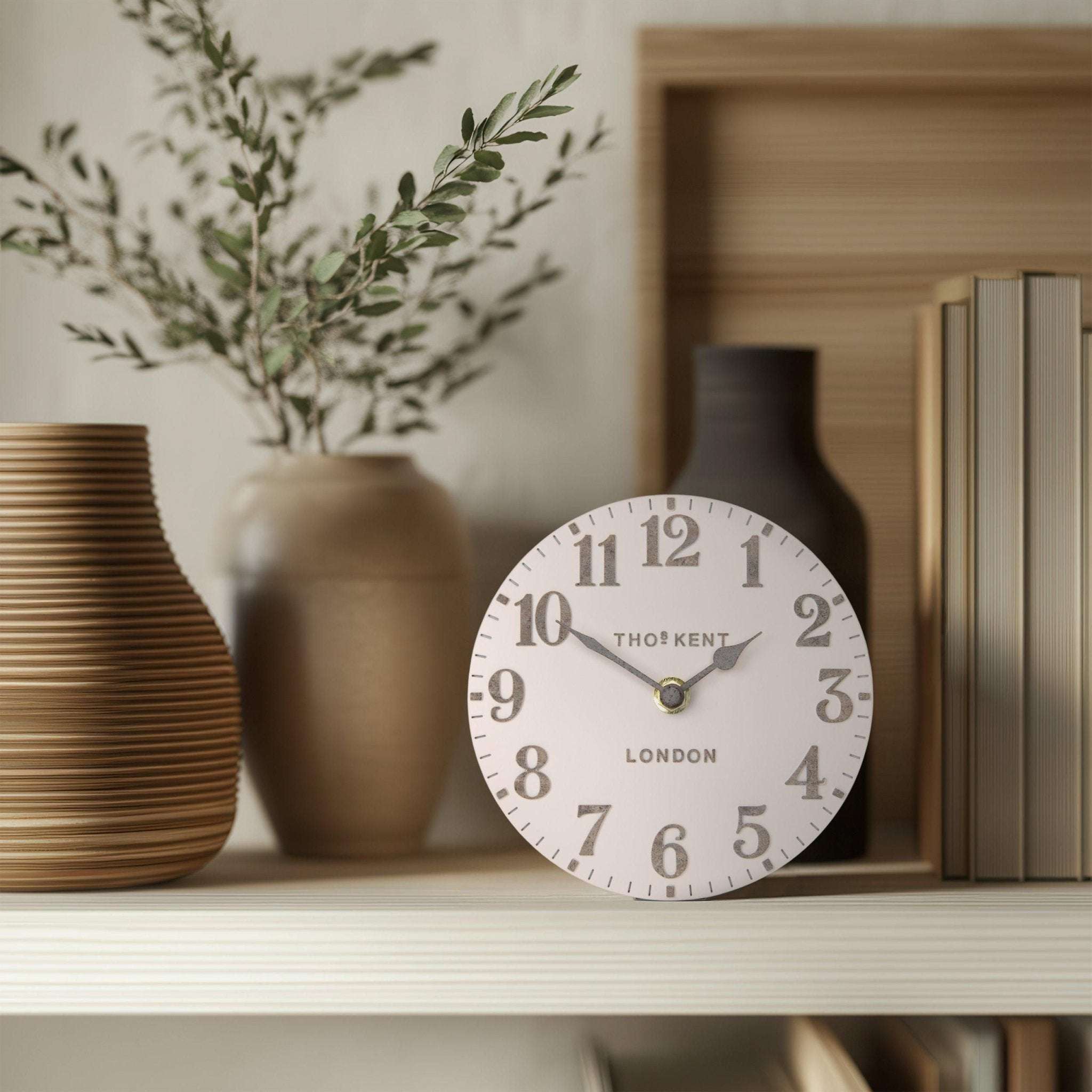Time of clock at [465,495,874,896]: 1:50
